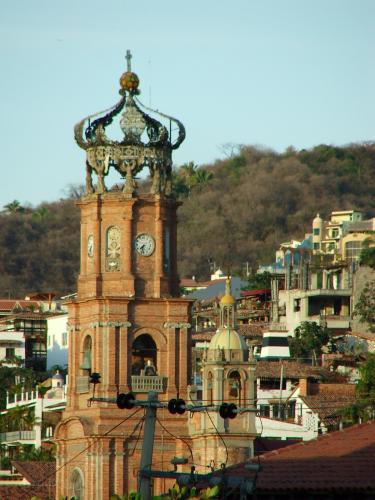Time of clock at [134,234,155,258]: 7:32
